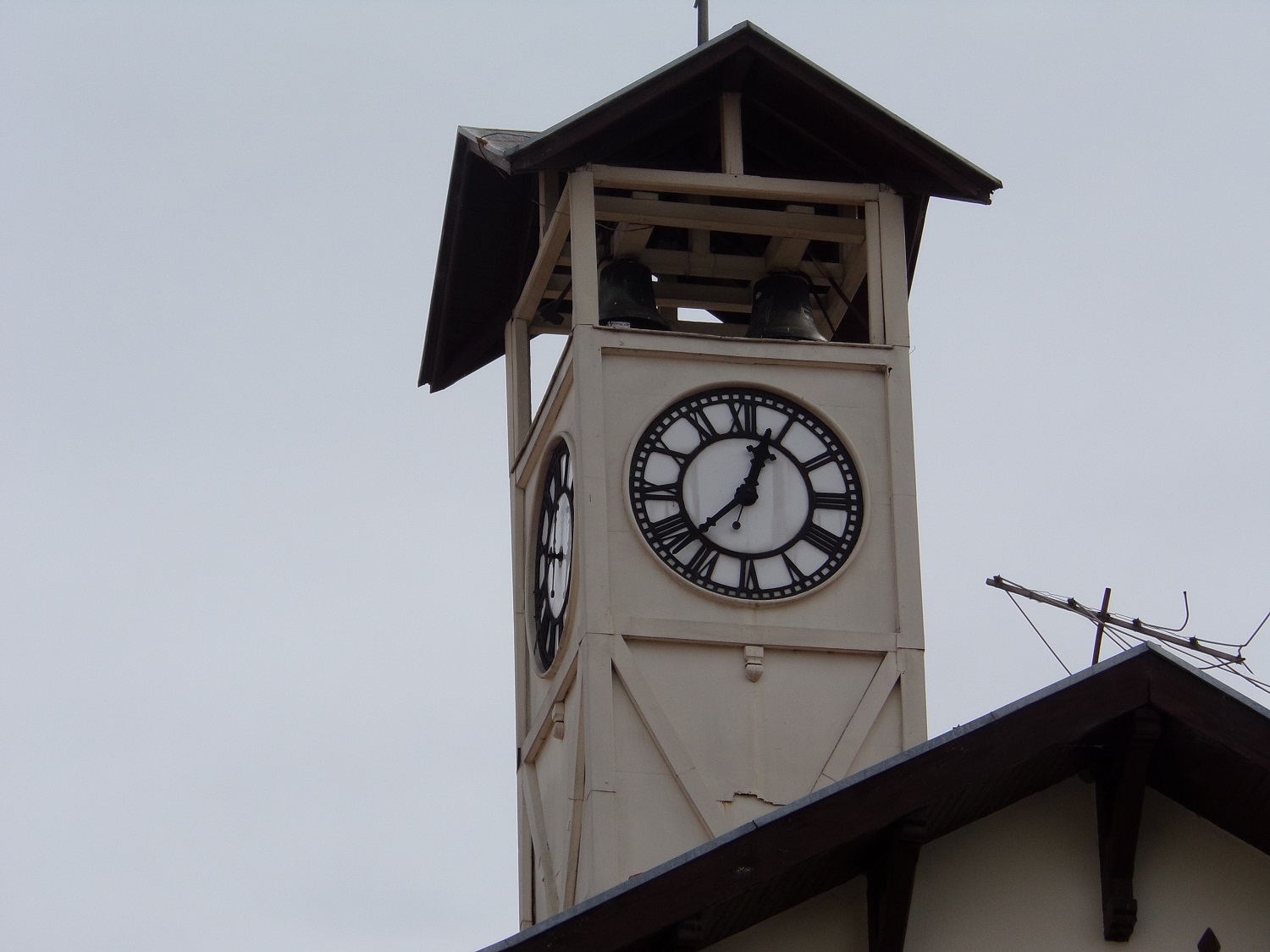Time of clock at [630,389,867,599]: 12:38
